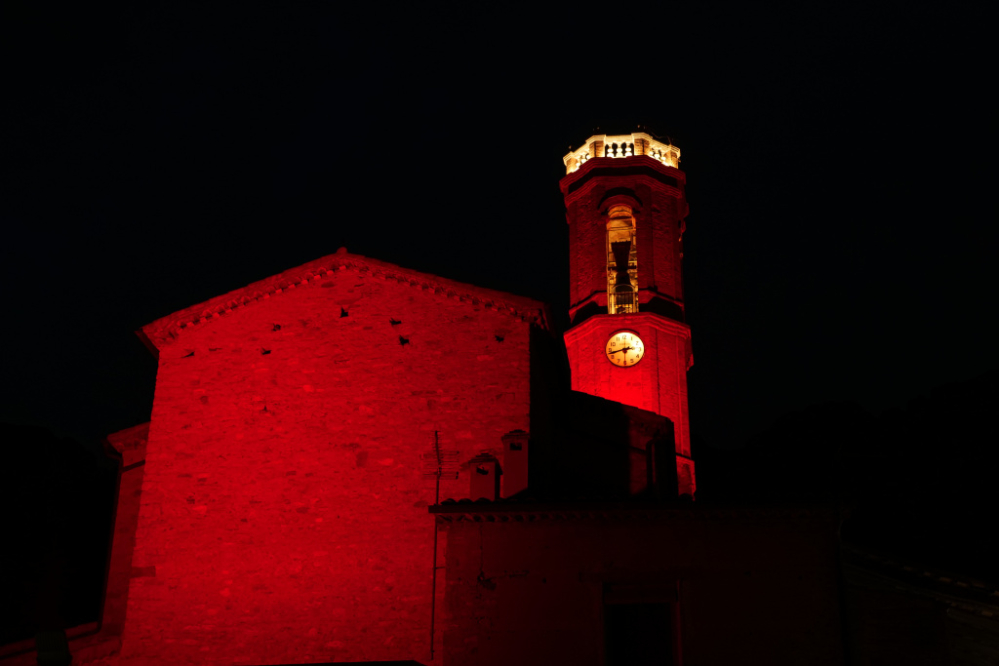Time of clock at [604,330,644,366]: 2:42
